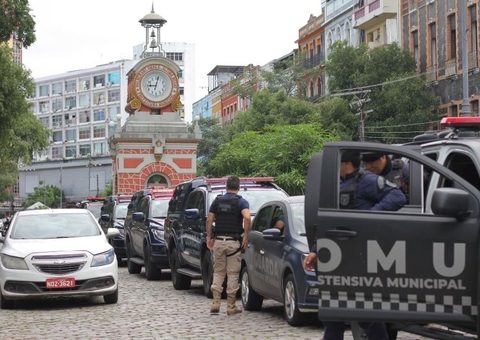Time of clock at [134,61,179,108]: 9:02
